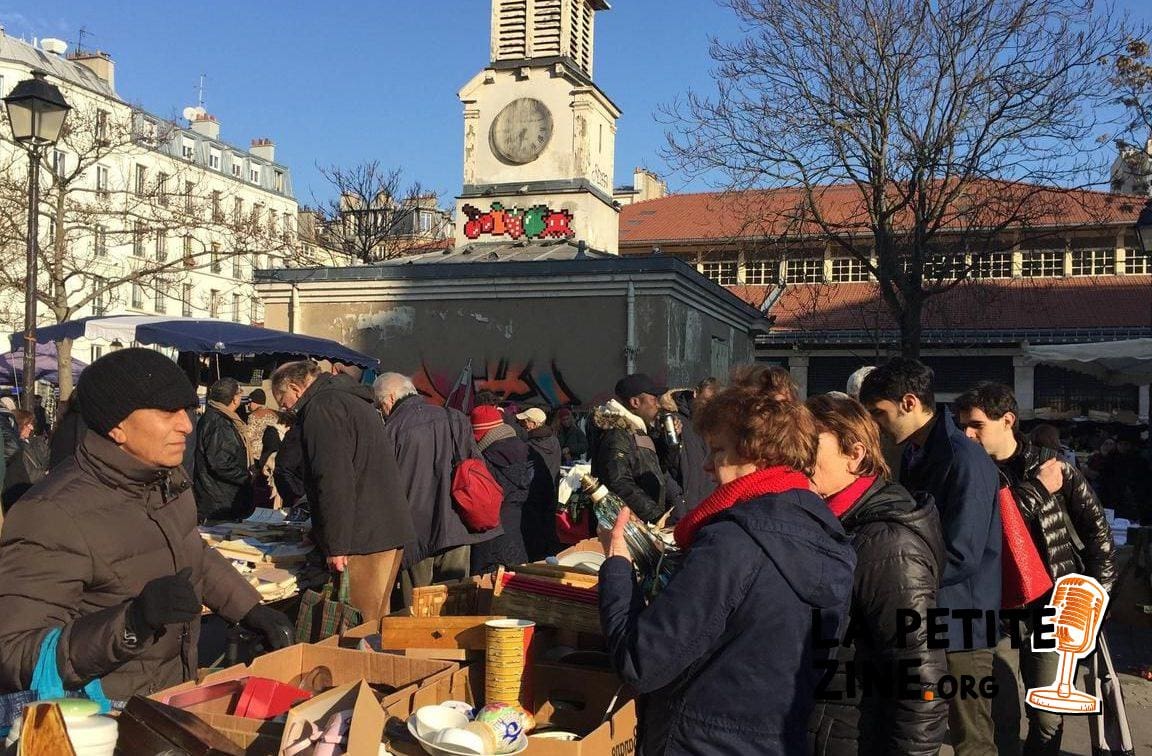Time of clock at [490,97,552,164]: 7:32
